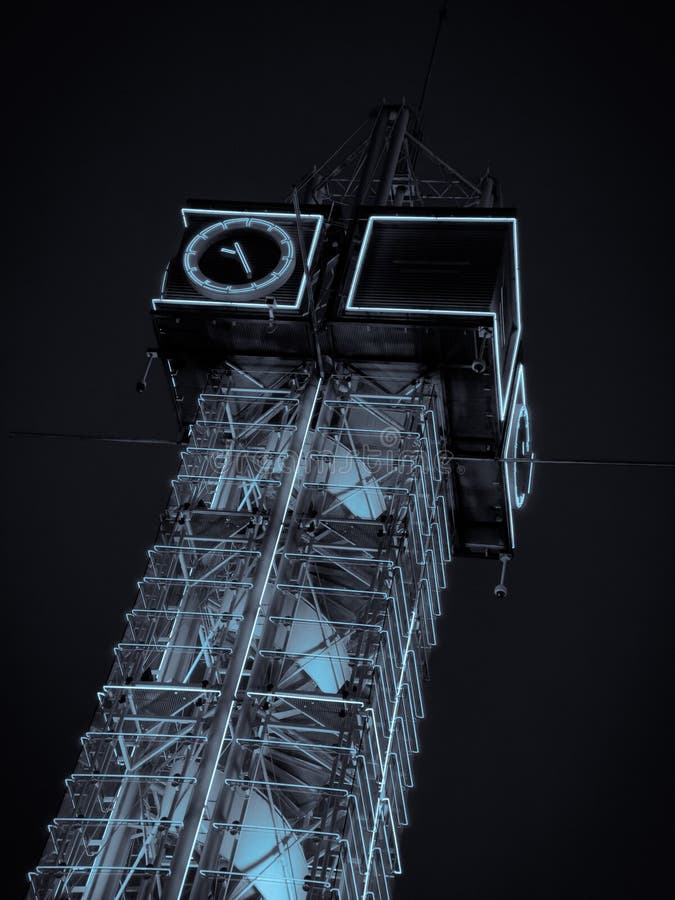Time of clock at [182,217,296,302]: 9:25
